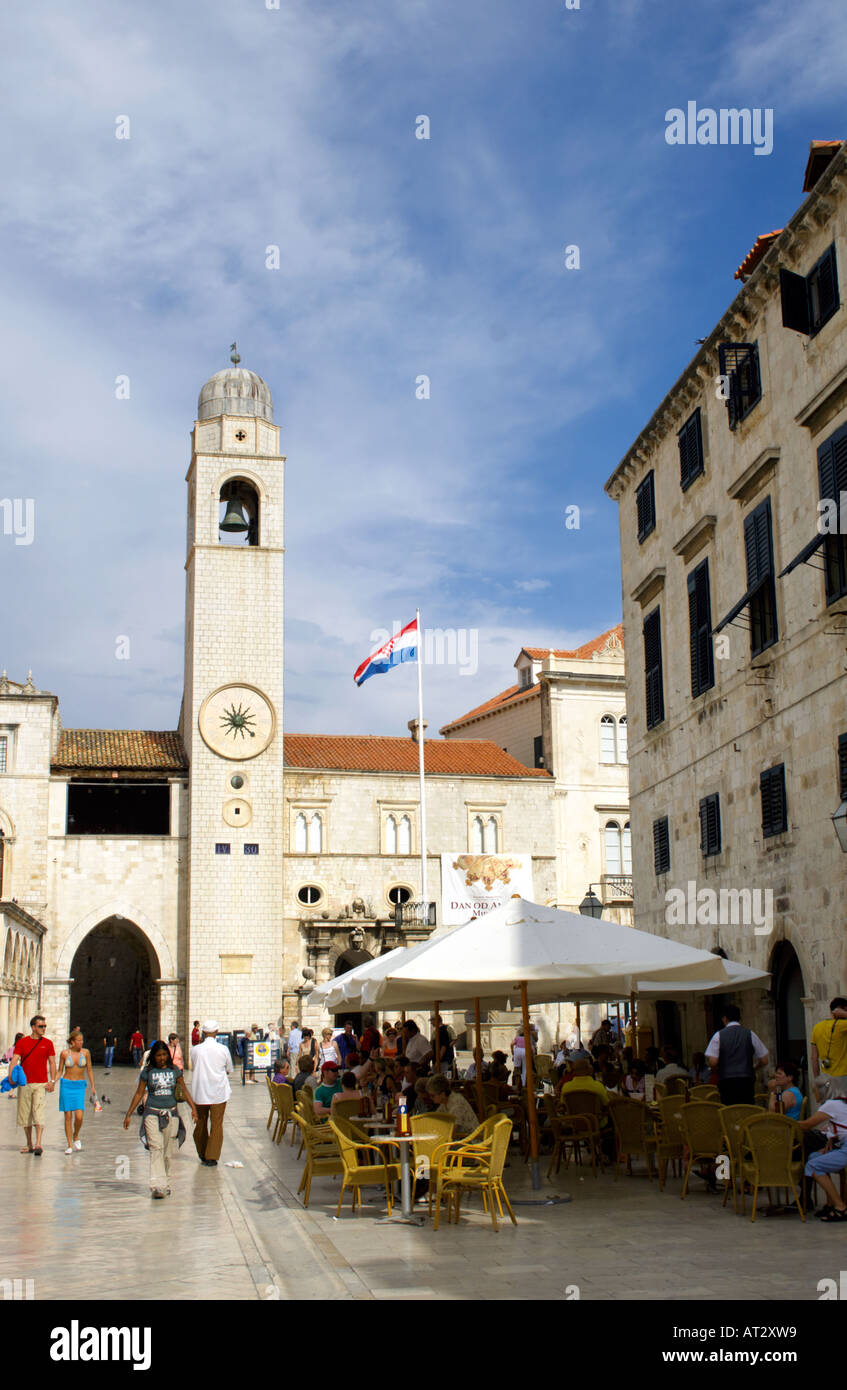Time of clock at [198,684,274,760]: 1:21
